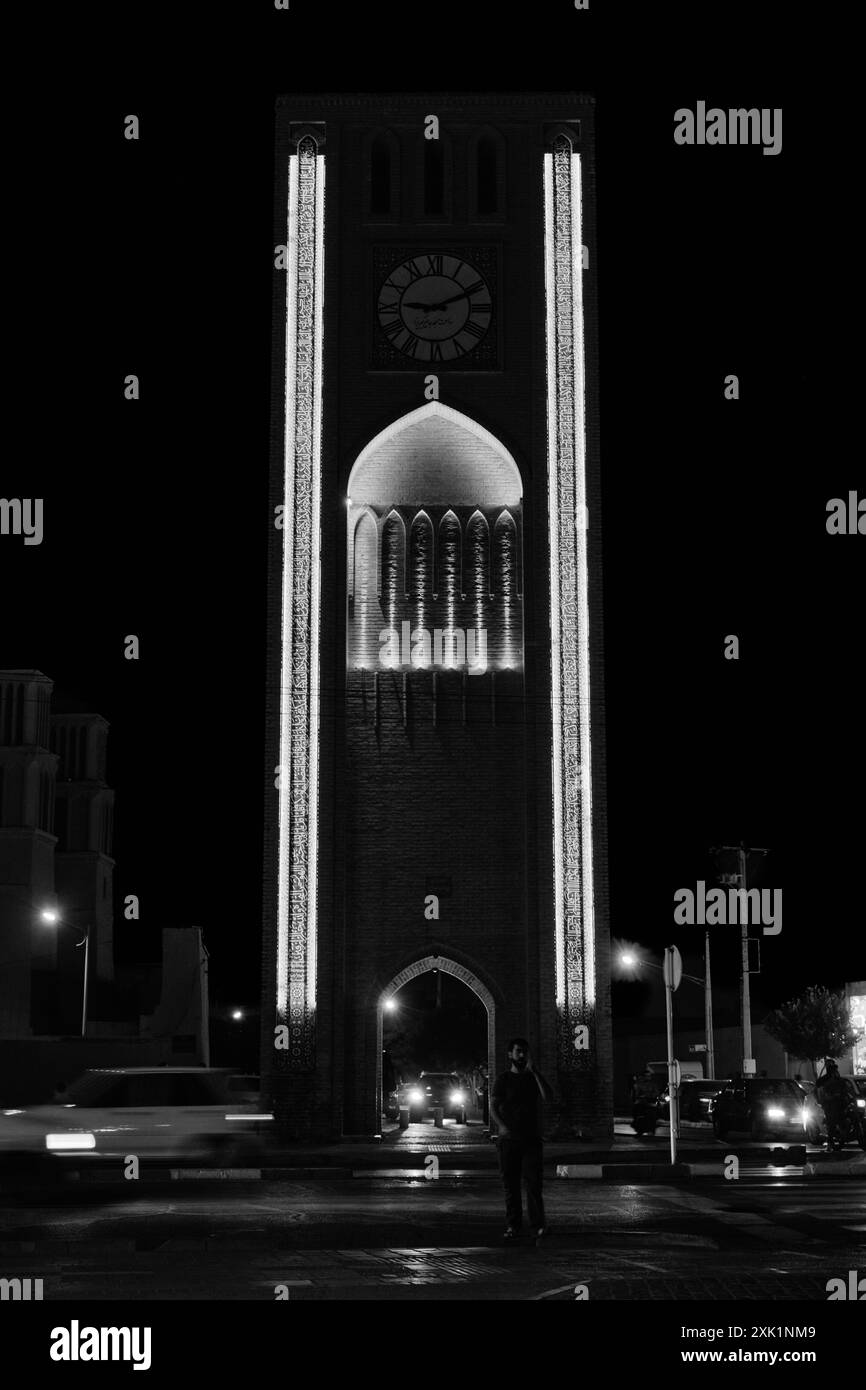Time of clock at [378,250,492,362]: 9:10
